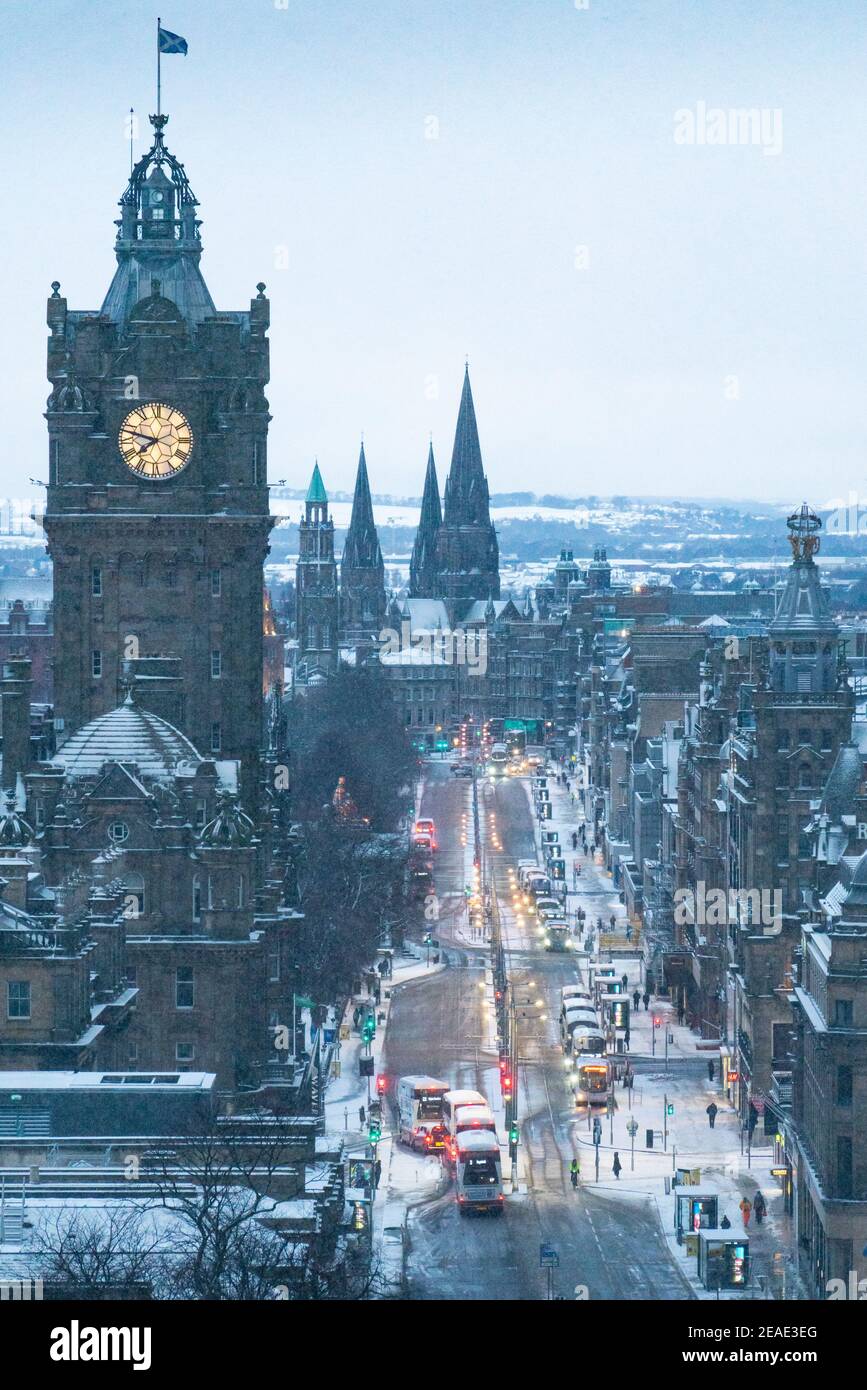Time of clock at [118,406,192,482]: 7:47
